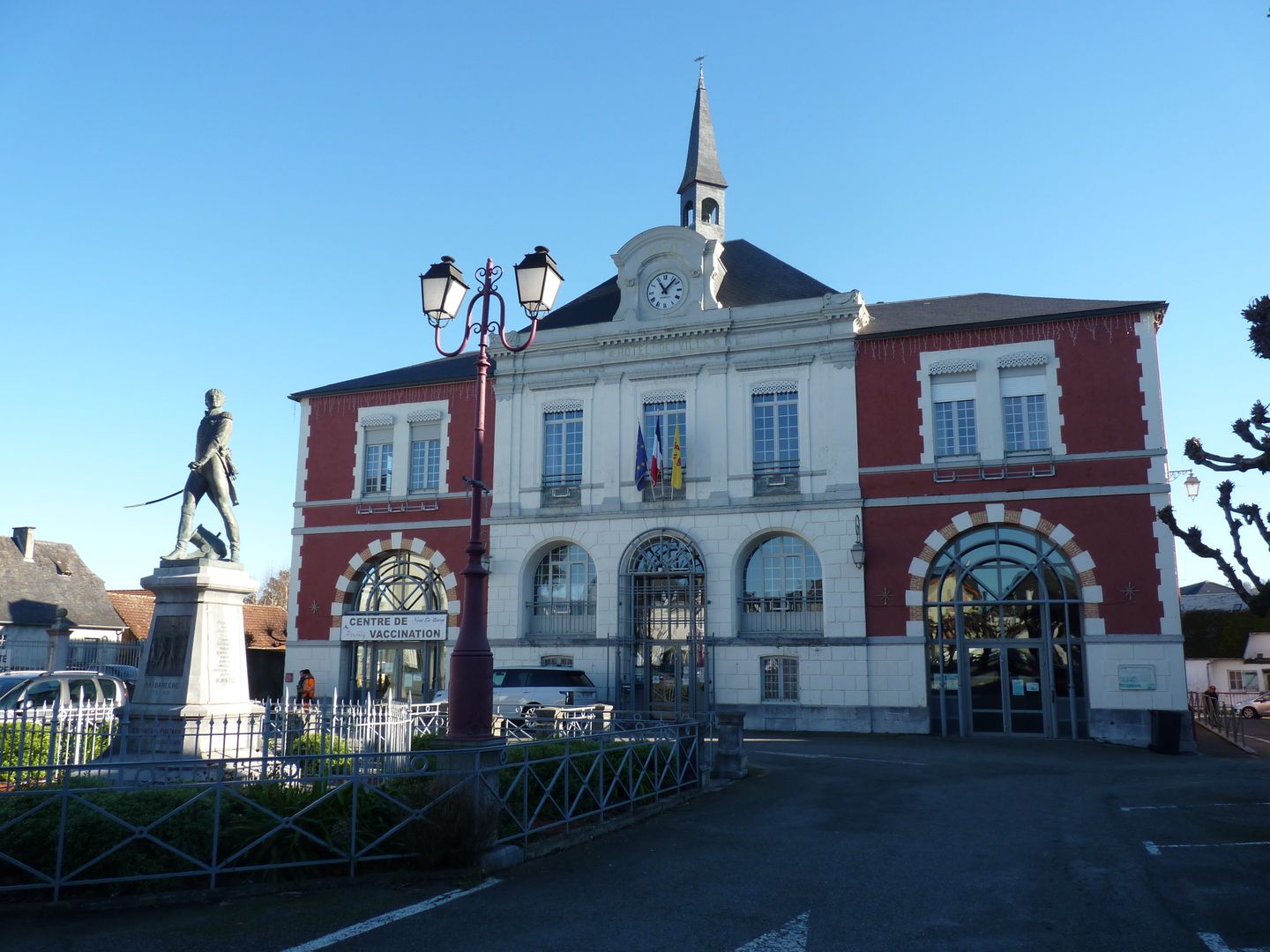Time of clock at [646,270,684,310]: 11:07
